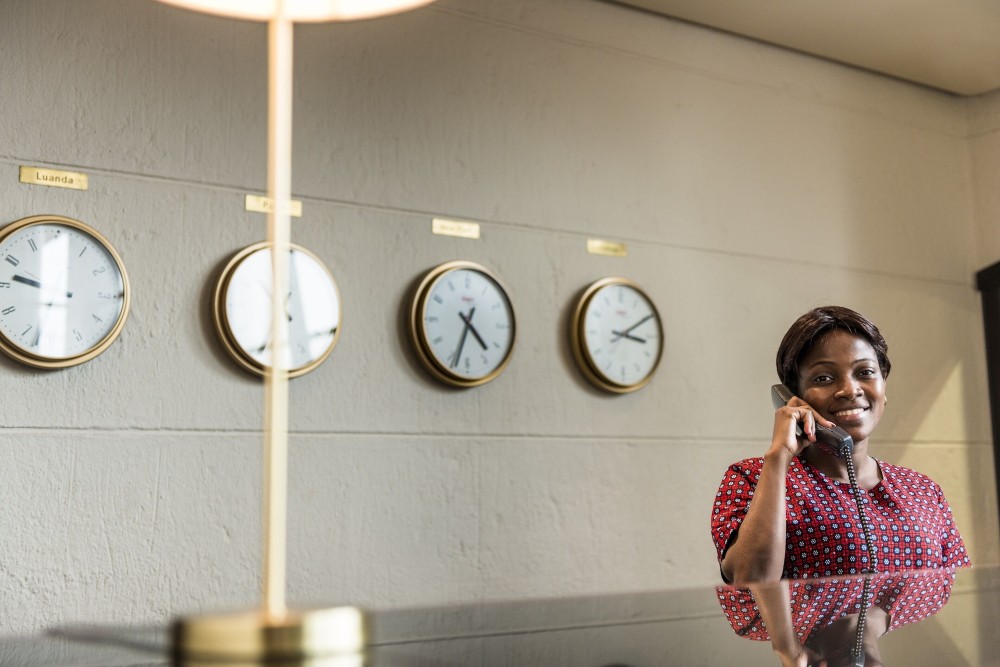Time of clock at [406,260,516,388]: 4:33
